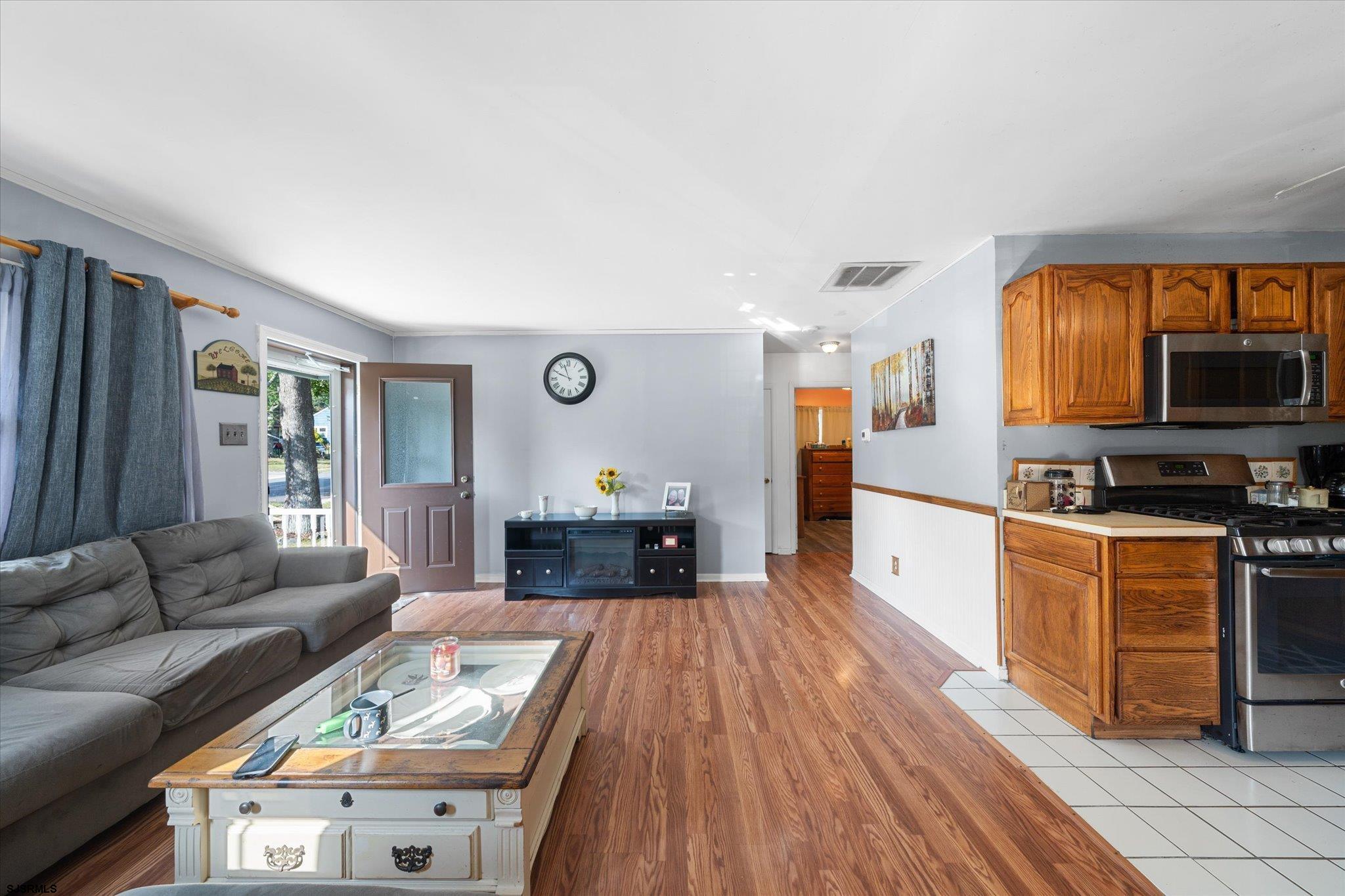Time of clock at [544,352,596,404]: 9:57
